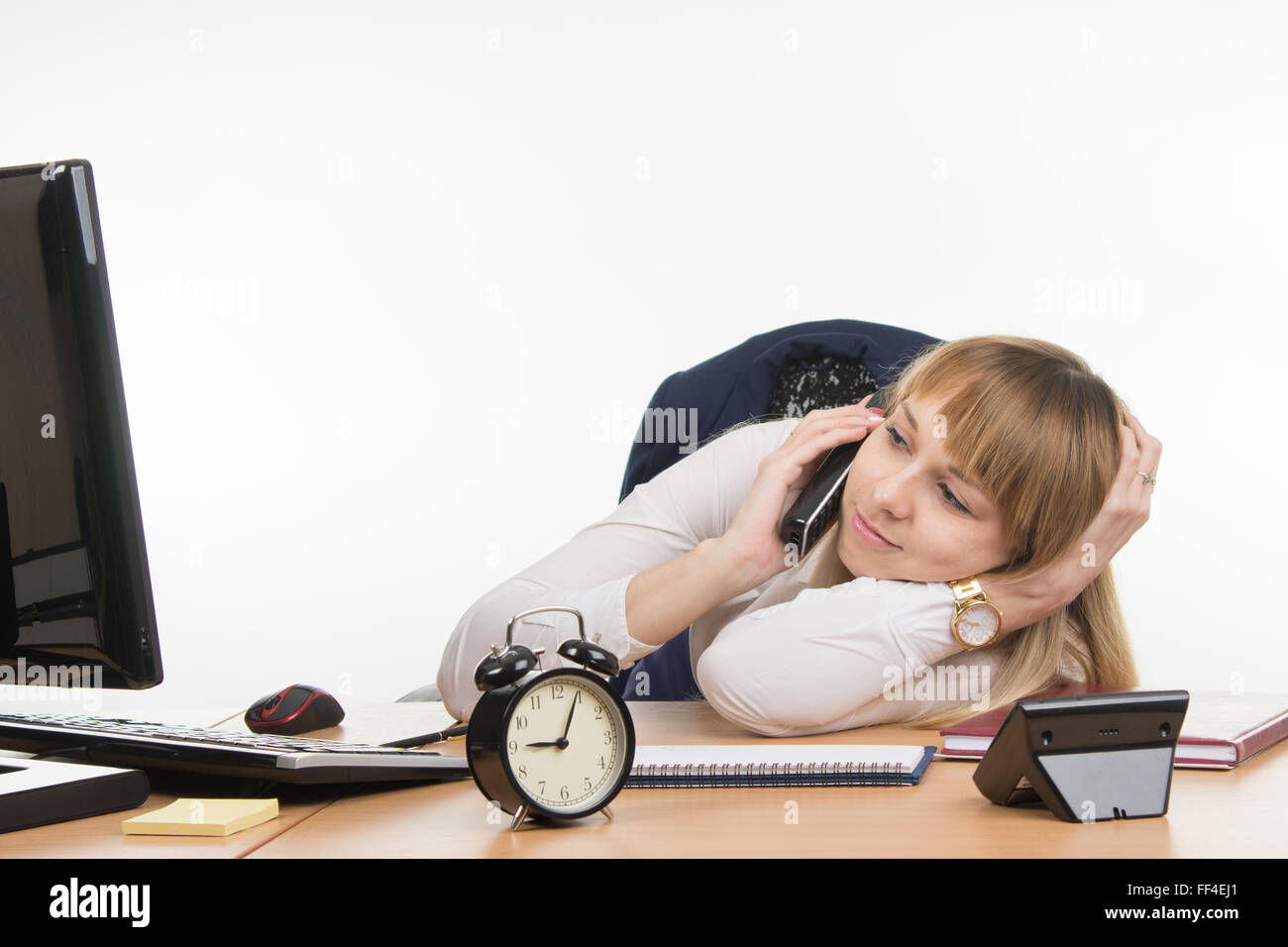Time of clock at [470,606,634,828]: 9:04
